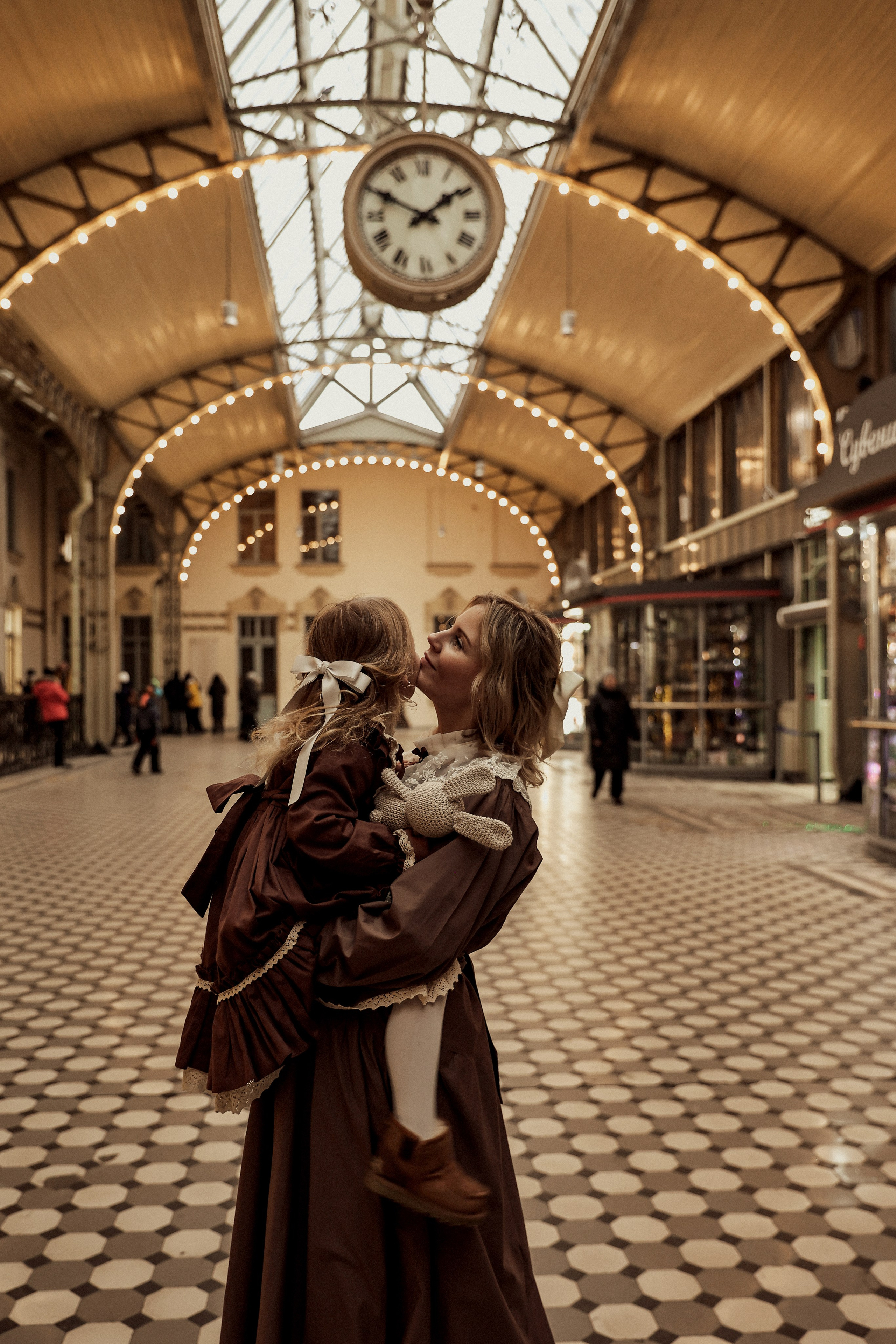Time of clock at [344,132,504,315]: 1:50
